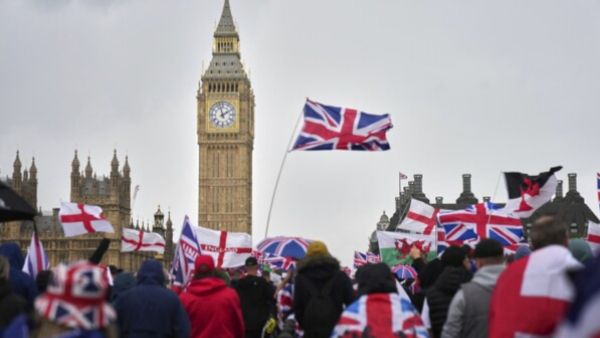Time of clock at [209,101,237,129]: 1:57
